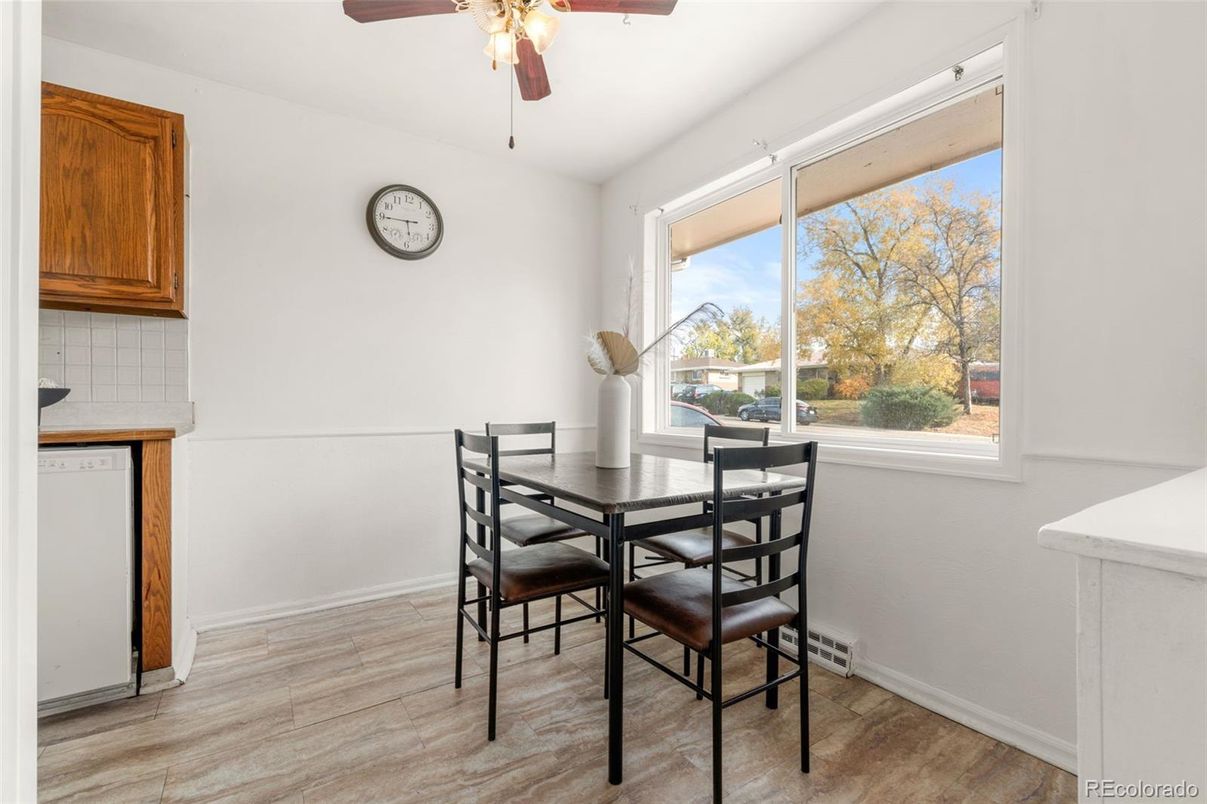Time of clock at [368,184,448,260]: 5:44
